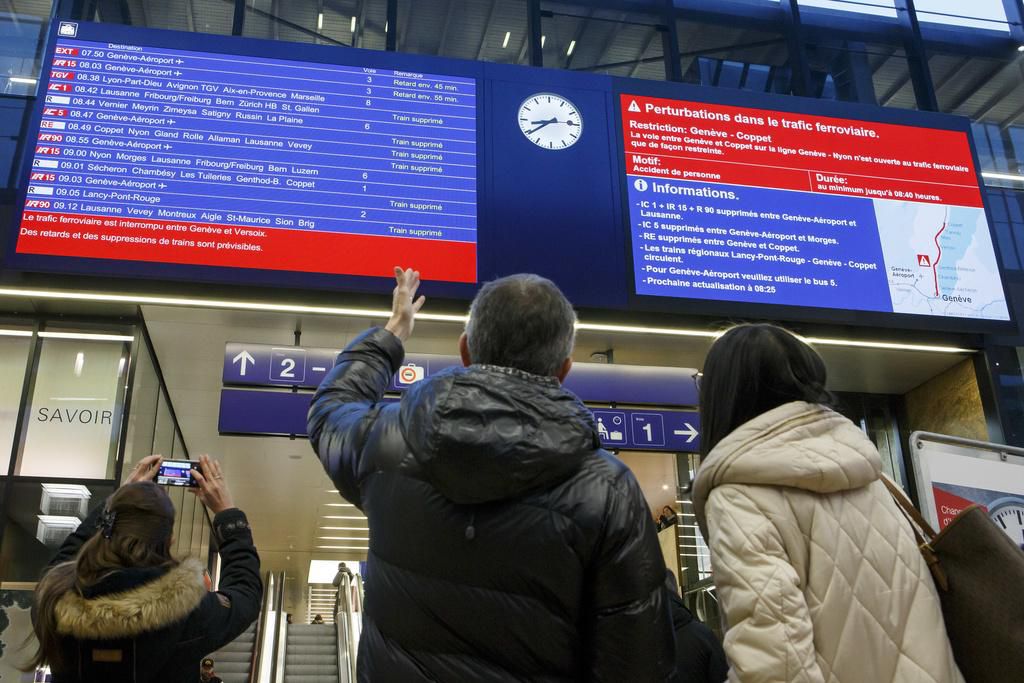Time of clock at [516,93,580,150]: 8:39
